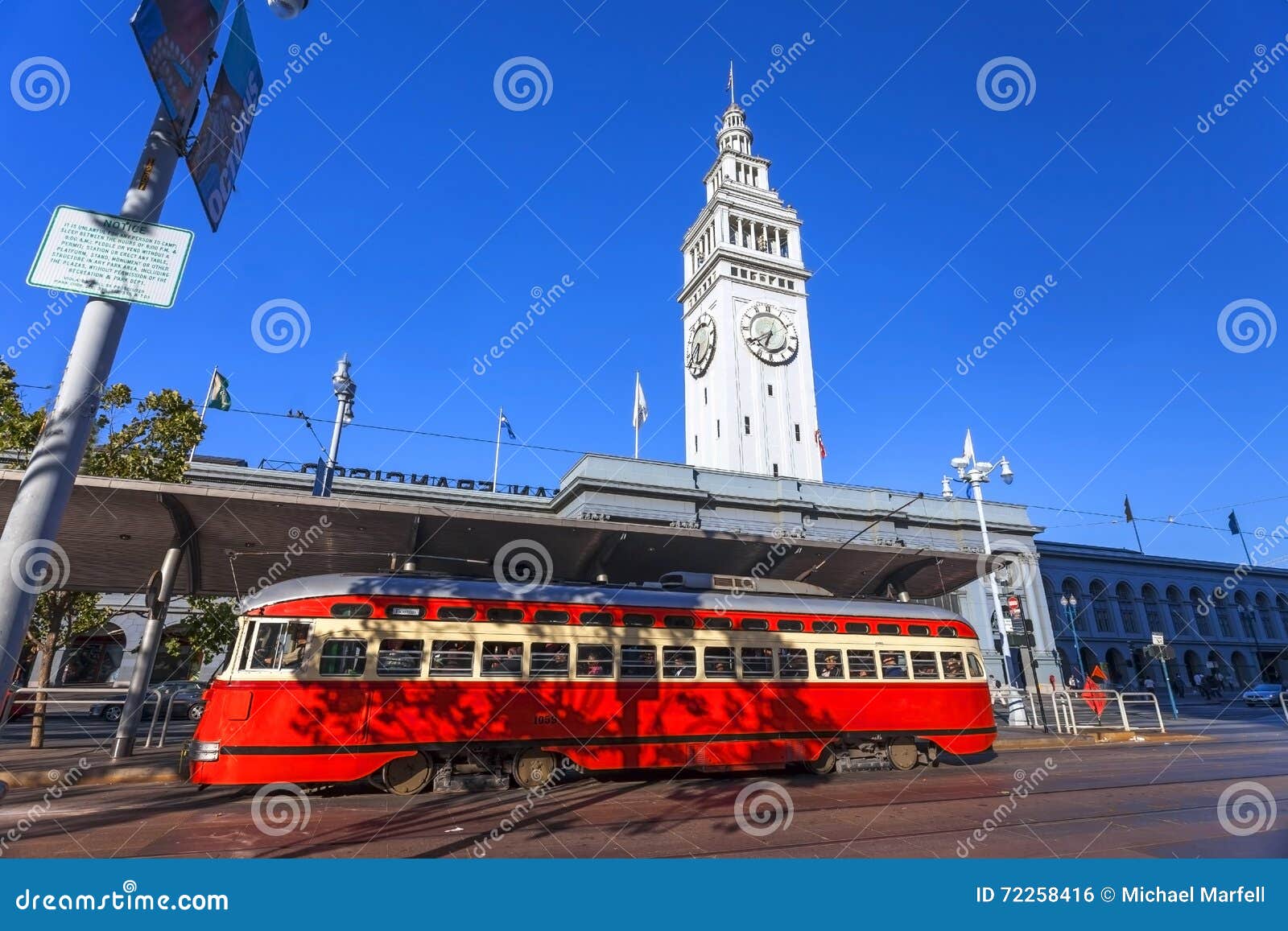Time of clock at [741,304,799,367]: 6:39
